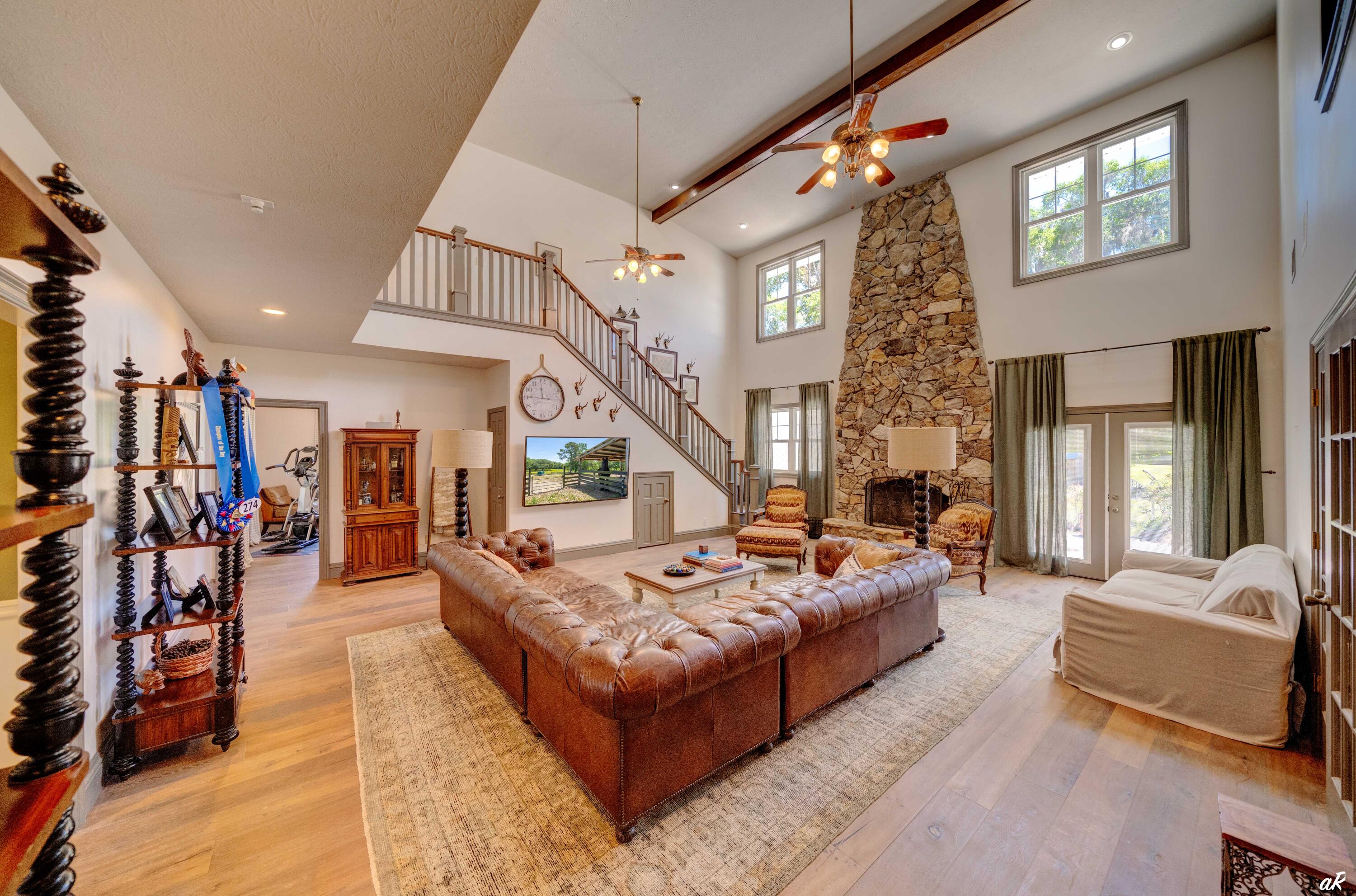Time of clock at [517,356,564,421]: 11:45
